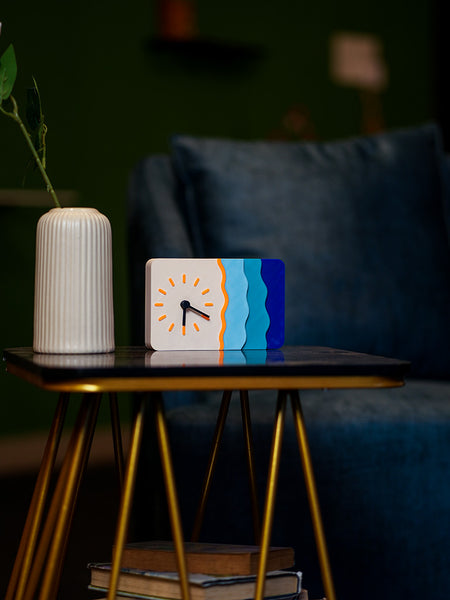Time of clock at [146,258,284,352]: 6:19
